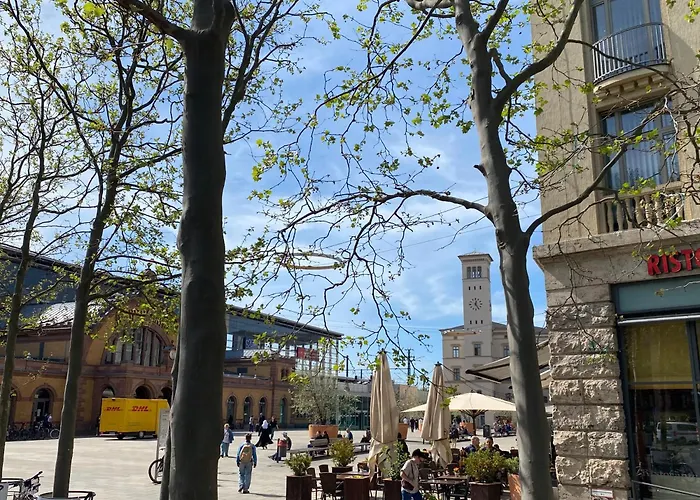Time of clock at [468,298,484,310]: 12:24
